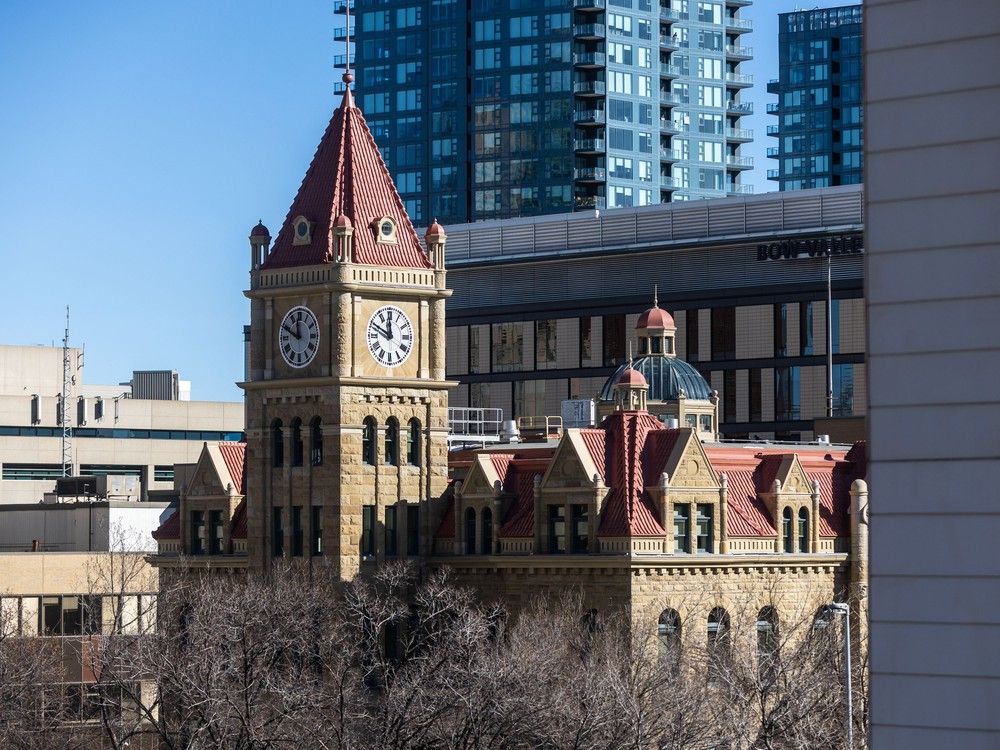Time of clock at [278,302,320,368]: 11:49
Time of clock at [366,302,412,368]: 11:49
